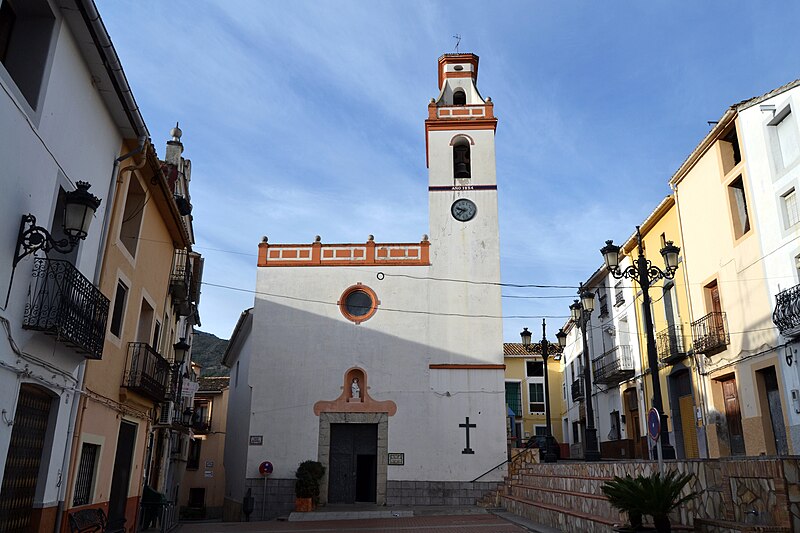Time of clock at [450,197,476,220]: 9:38
